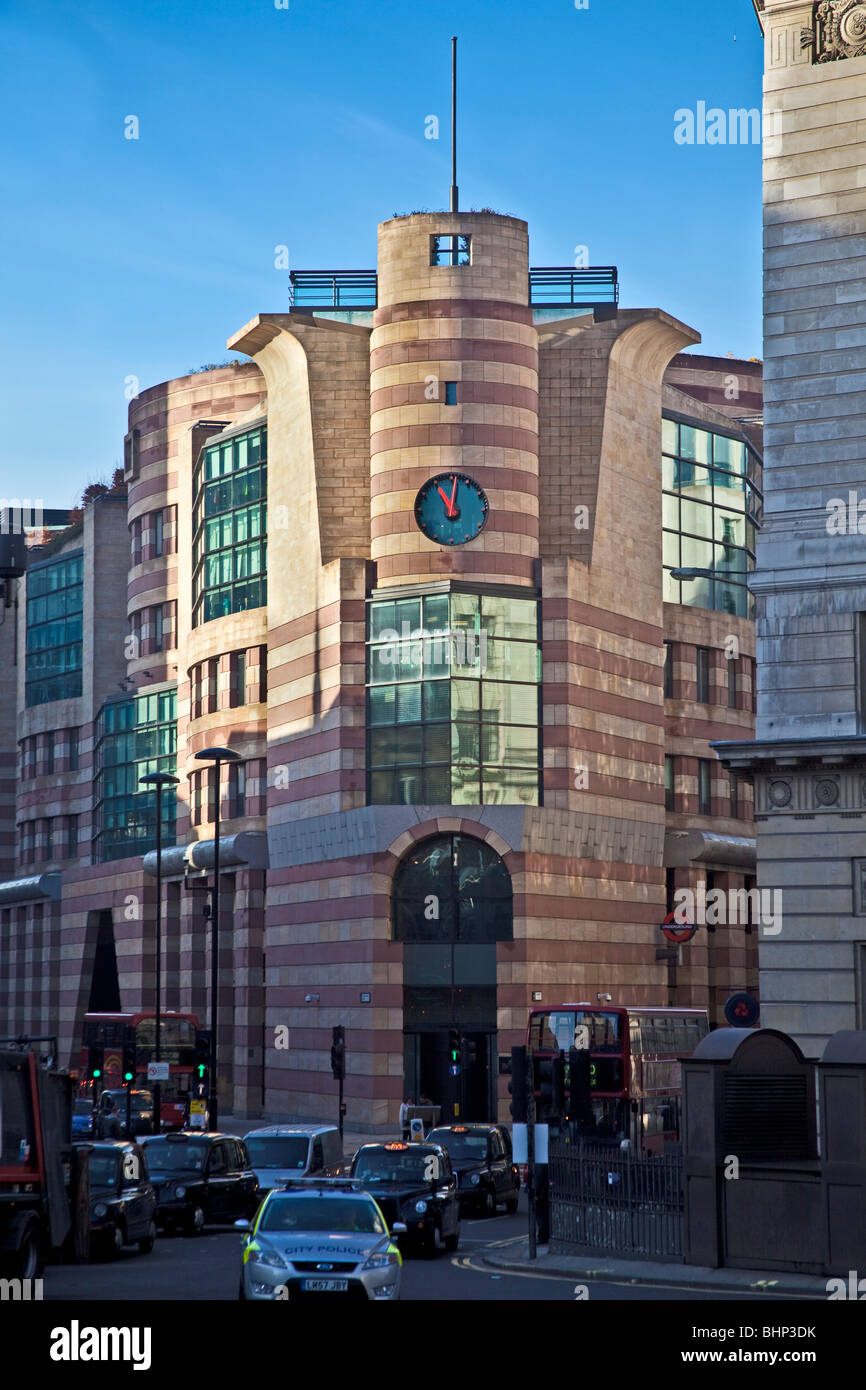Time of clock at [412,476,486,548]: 11:01
